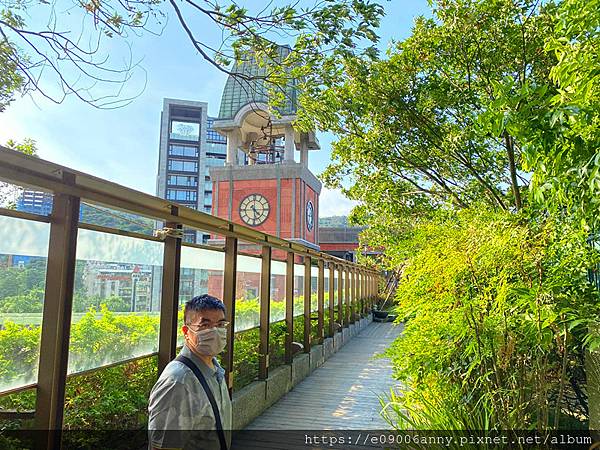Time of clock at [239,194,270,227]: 4:28
